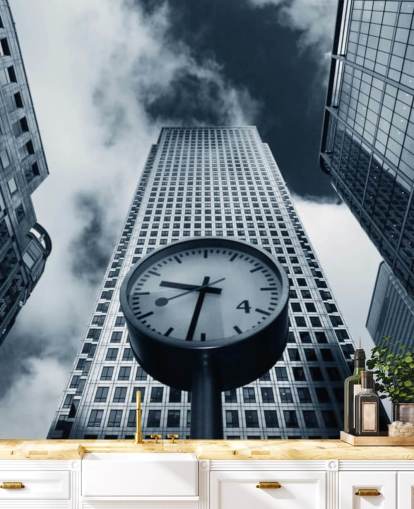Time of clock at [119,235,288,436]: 9:32
